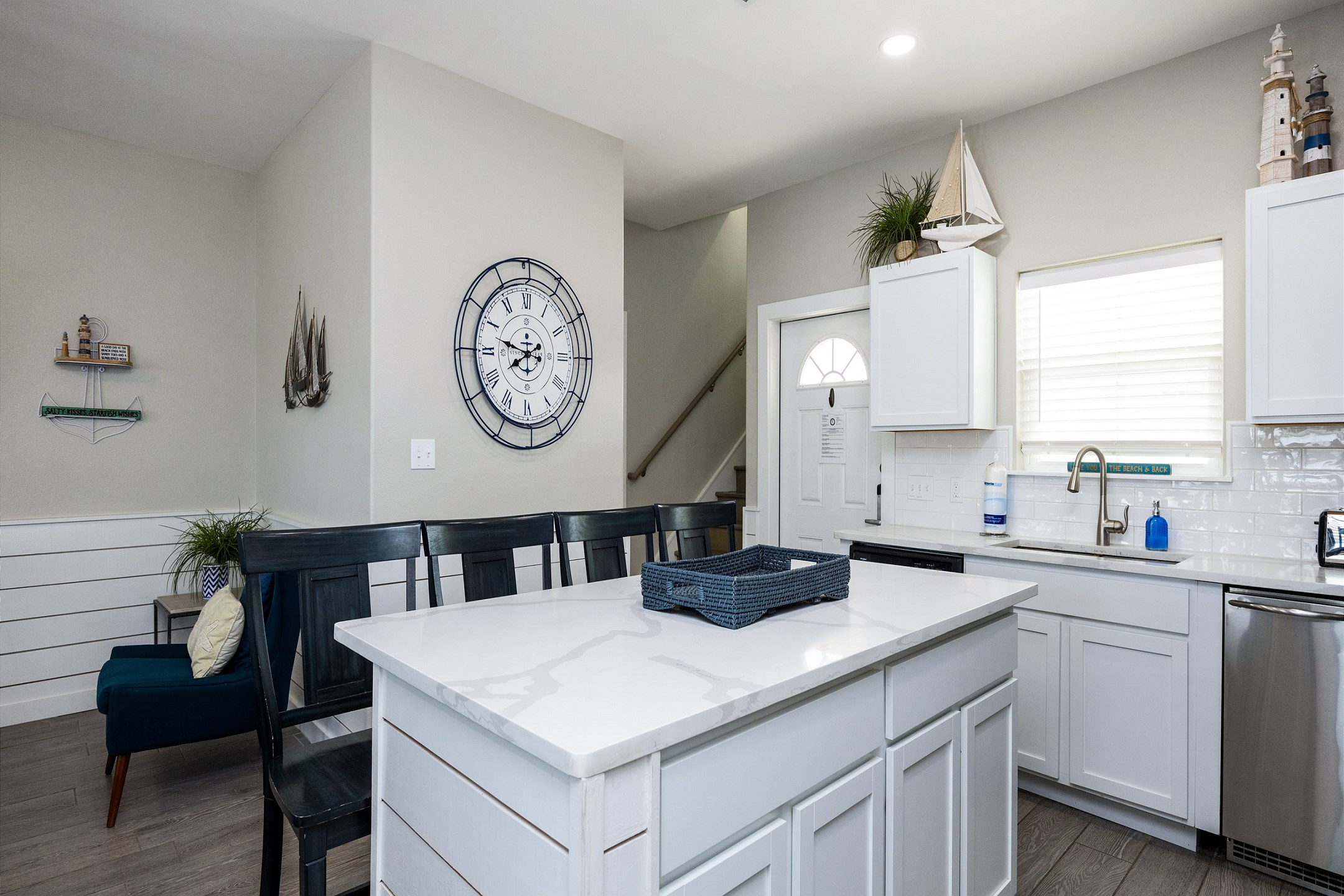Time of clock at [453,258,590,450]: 7:47
